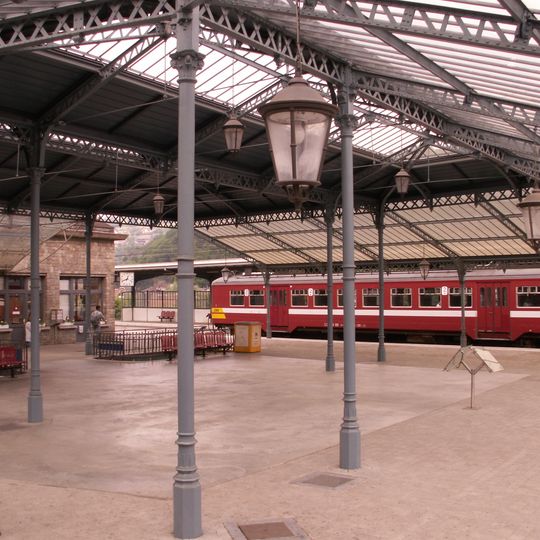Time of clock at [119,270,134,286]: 12:41
